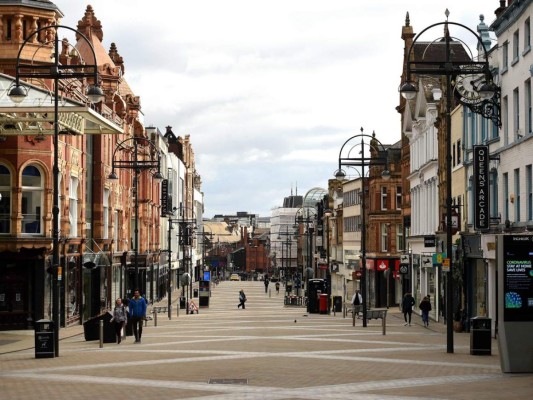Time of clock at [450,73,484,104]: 5:09
